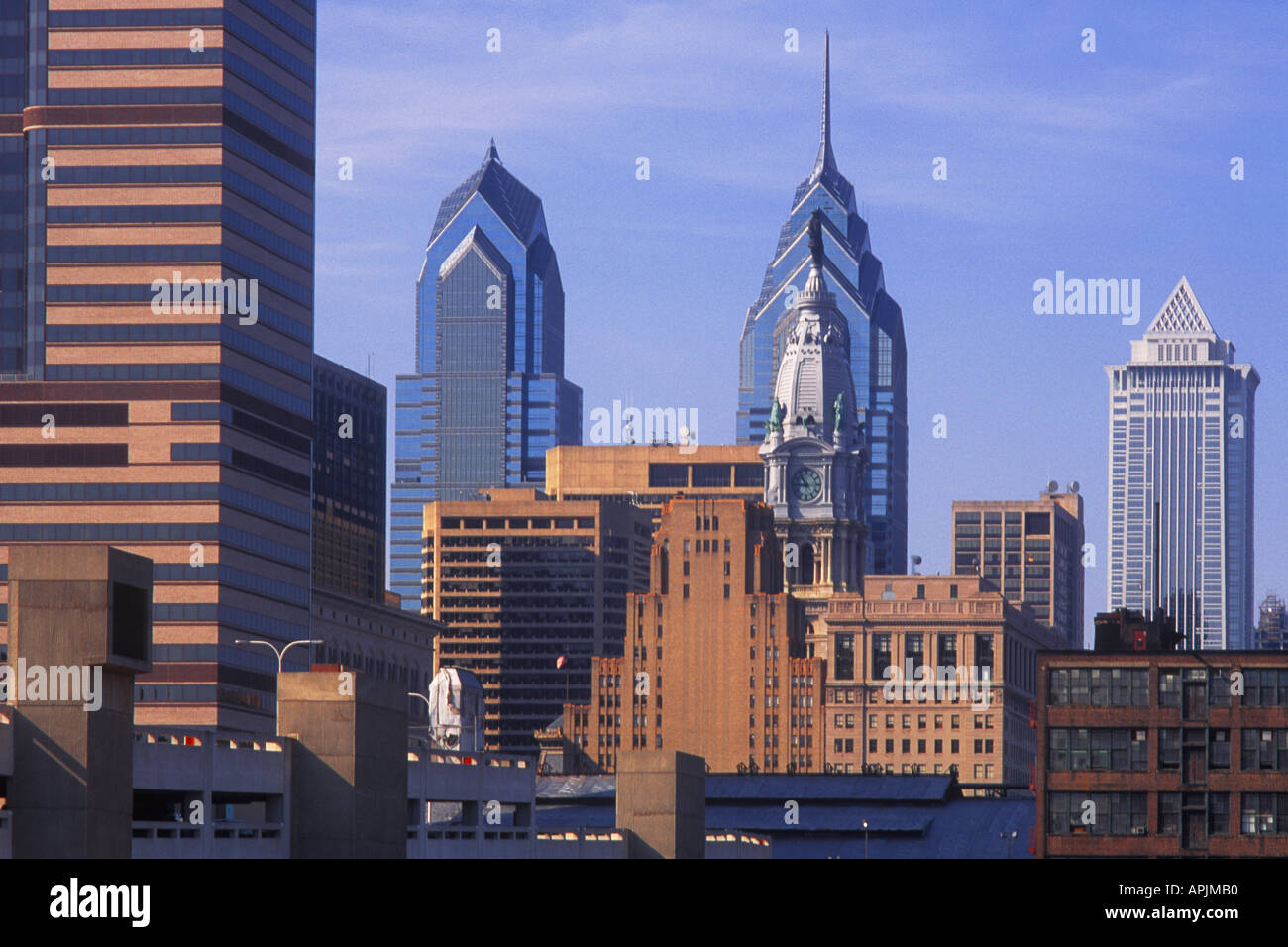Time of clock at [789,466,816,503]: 10:45
